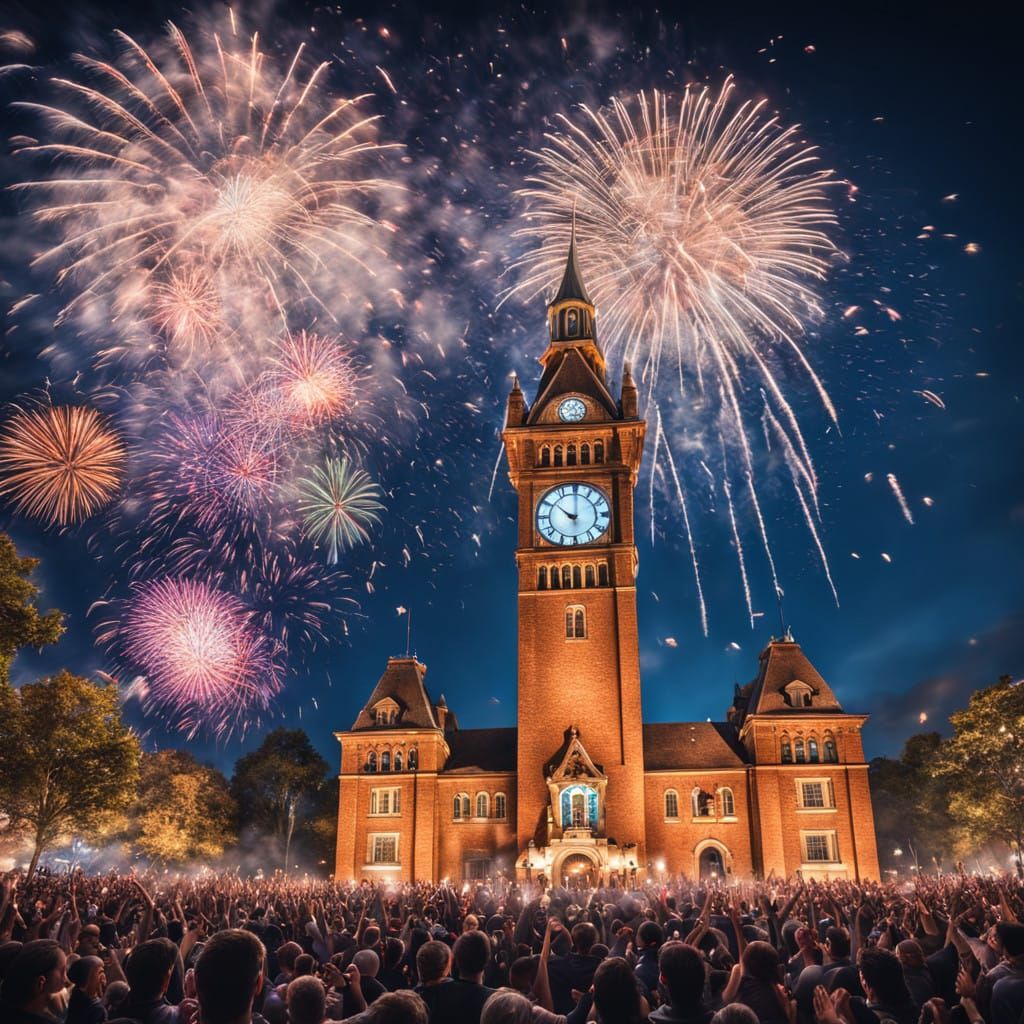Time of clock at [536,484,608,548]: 10:00
